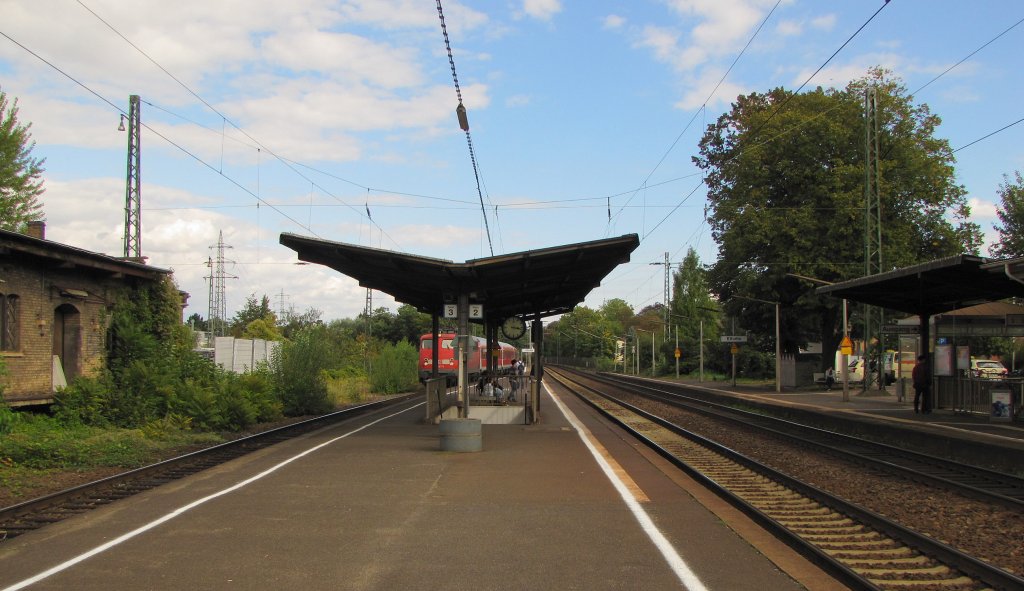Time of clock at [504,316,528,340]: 3:17
